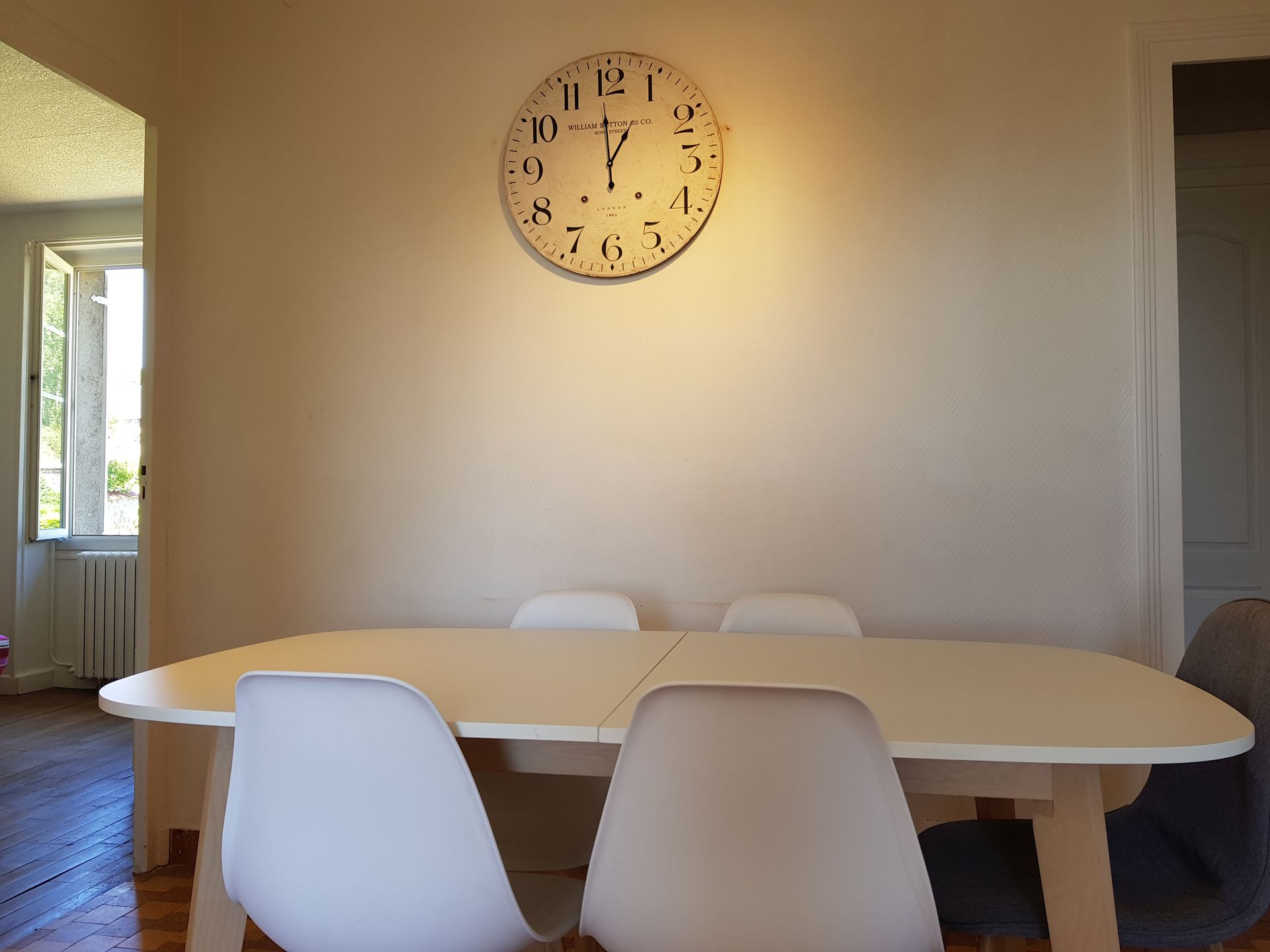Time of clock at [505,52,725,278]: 12:59
